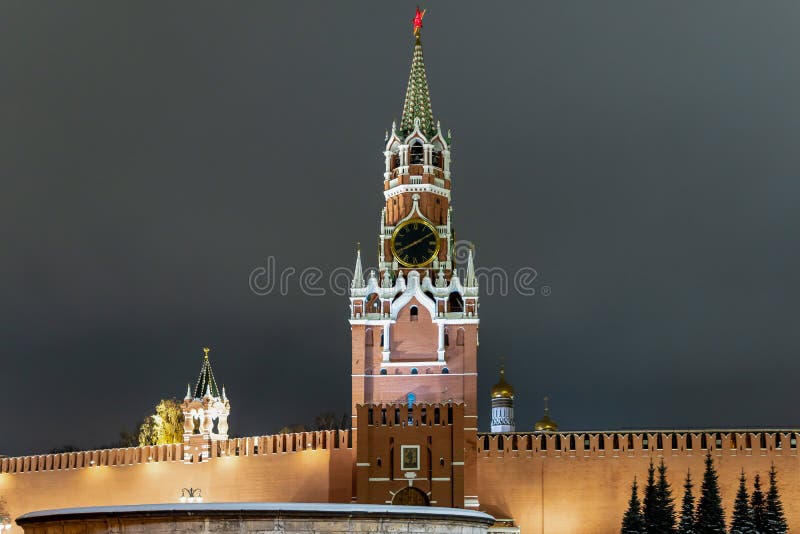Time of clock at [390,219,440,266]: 8:09
